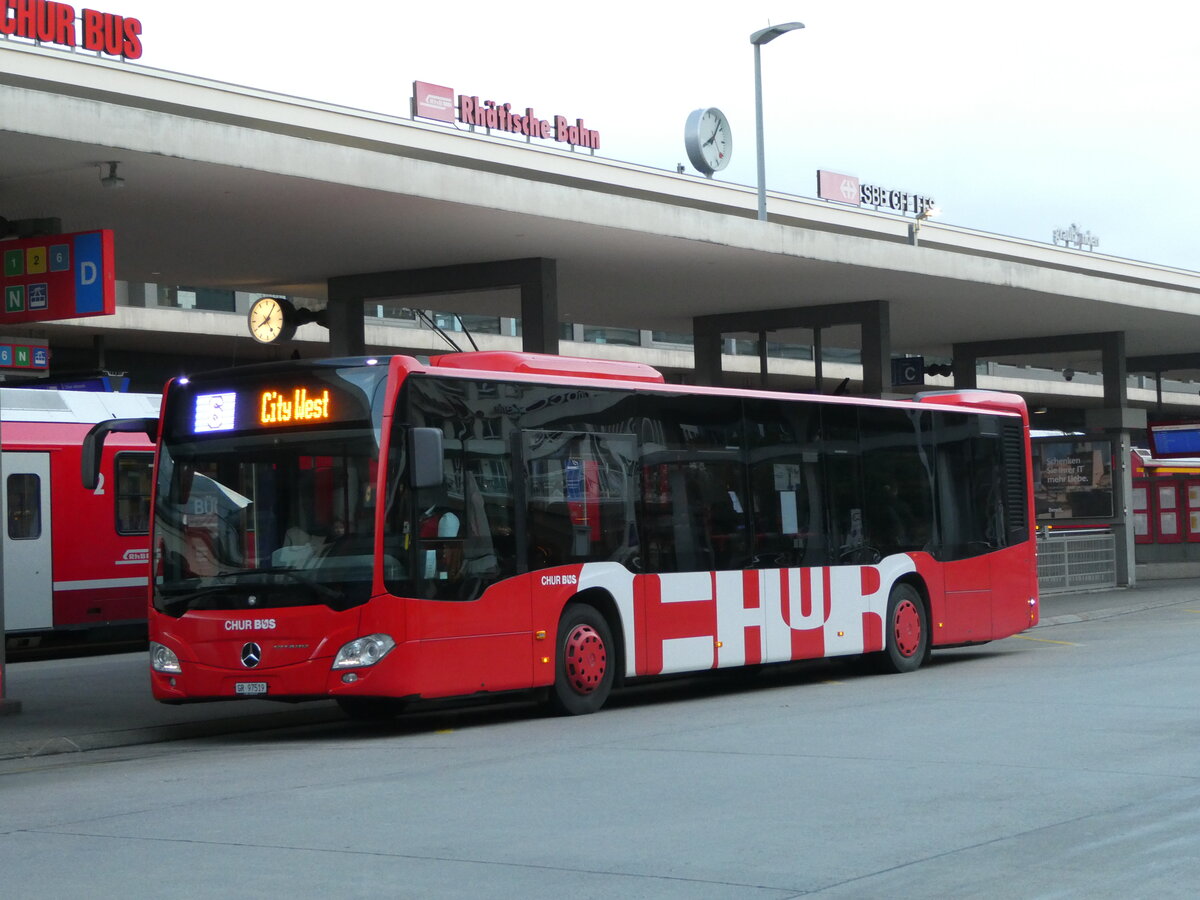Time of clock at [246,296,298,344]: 8:05
